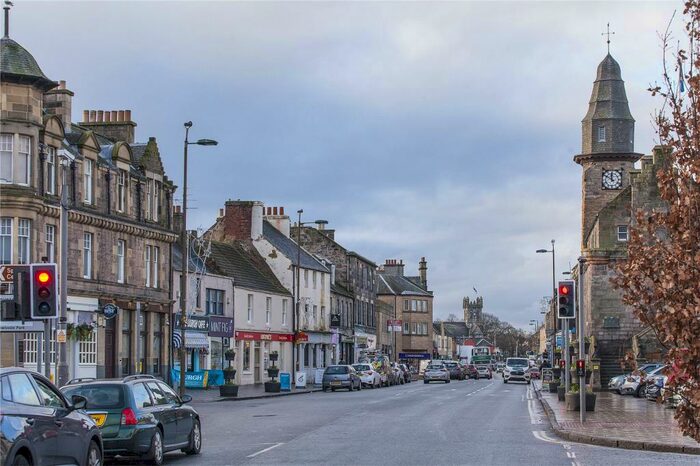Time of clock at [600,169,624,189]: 11:50
